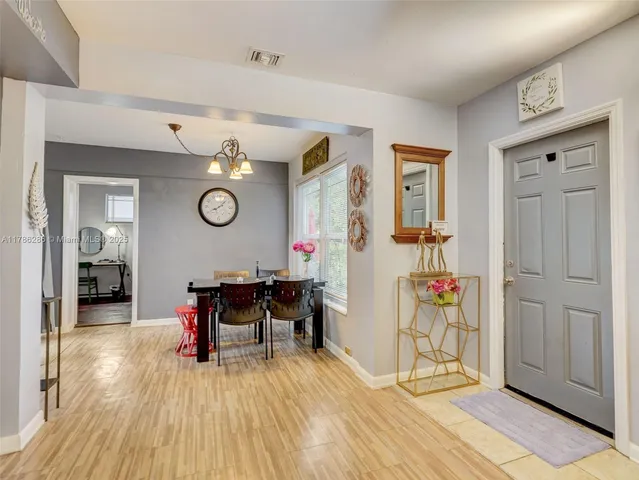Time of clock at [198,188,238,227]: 8:07
